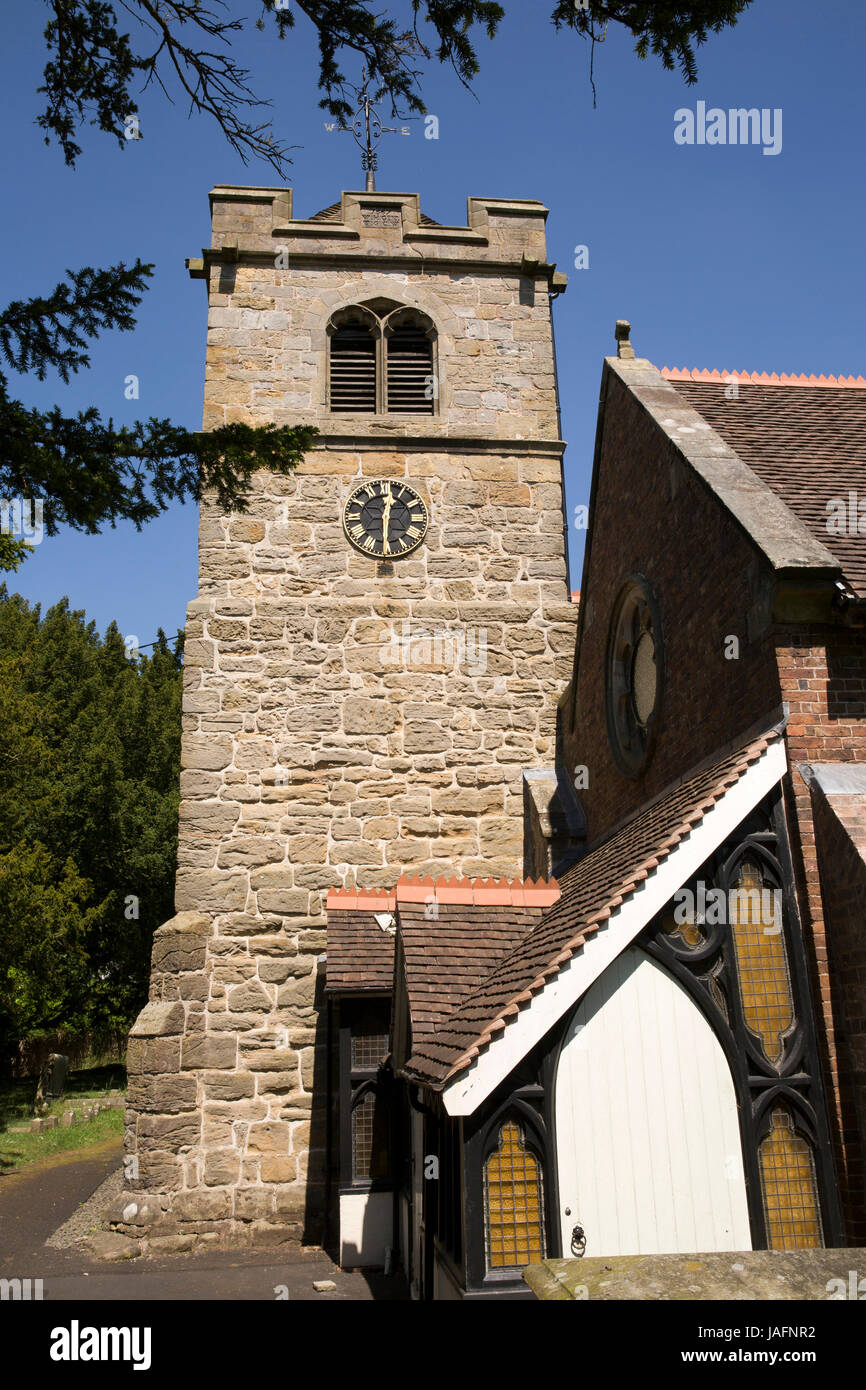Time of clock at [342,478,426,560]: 12:30
